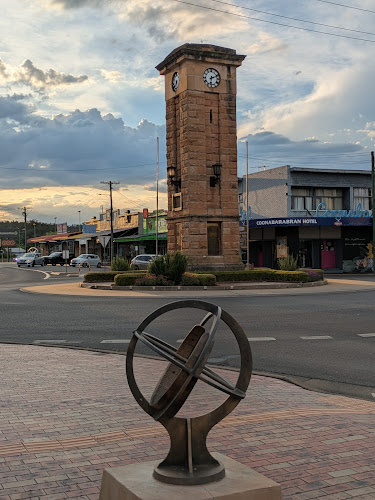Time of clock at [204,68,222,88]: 6:11
